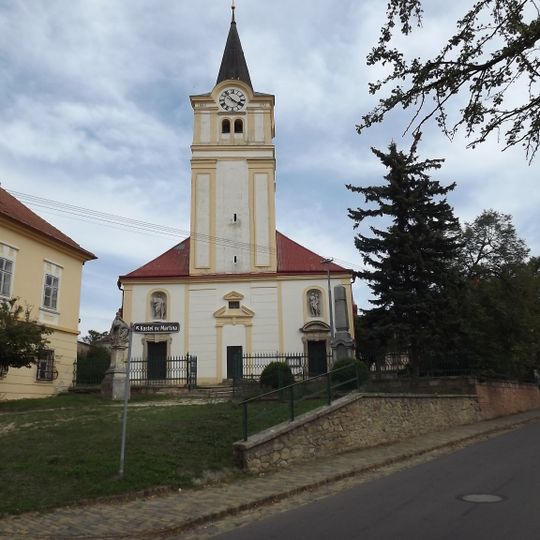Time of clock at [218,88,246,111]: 3:52
